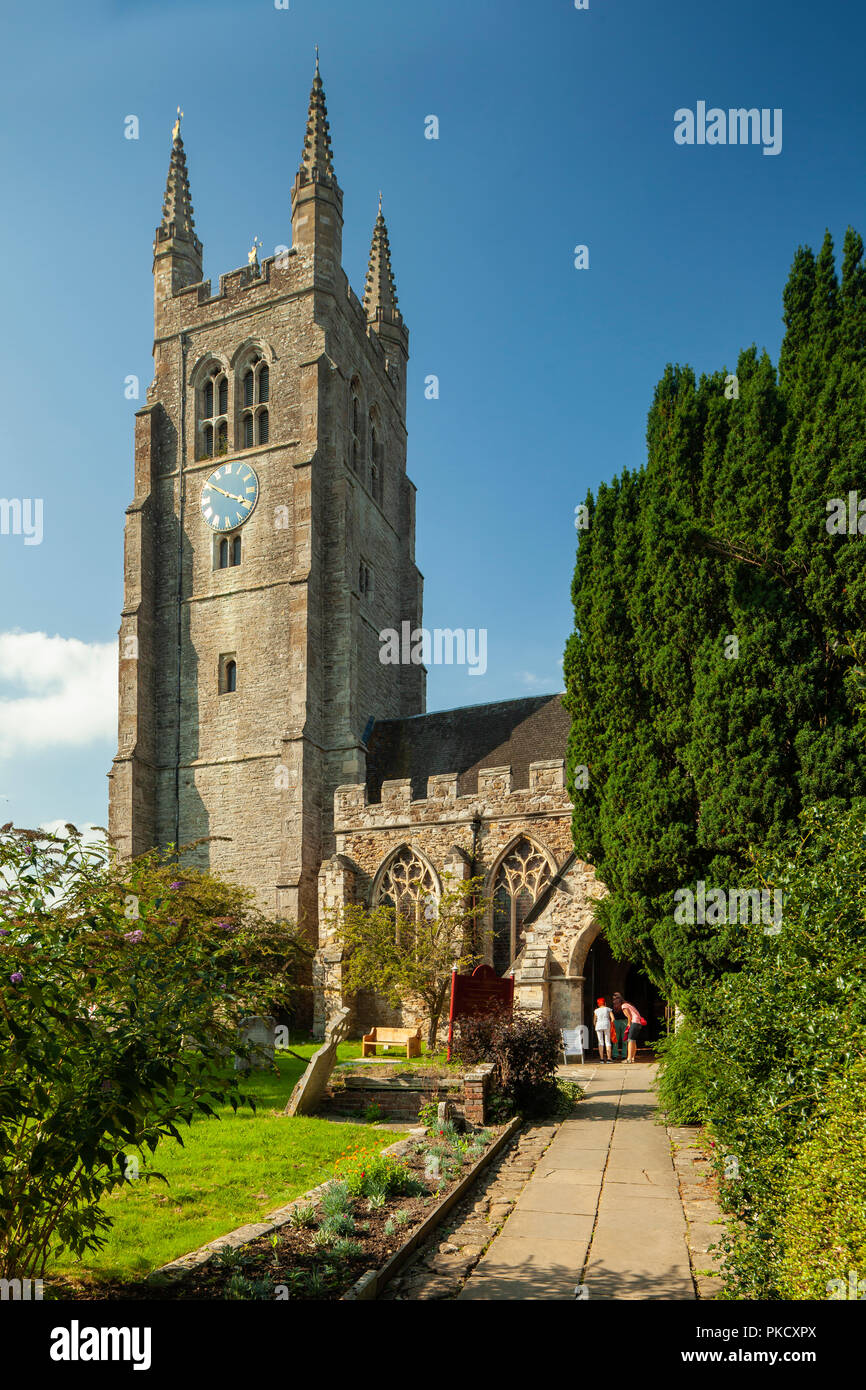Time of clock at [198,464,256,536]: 3:50
